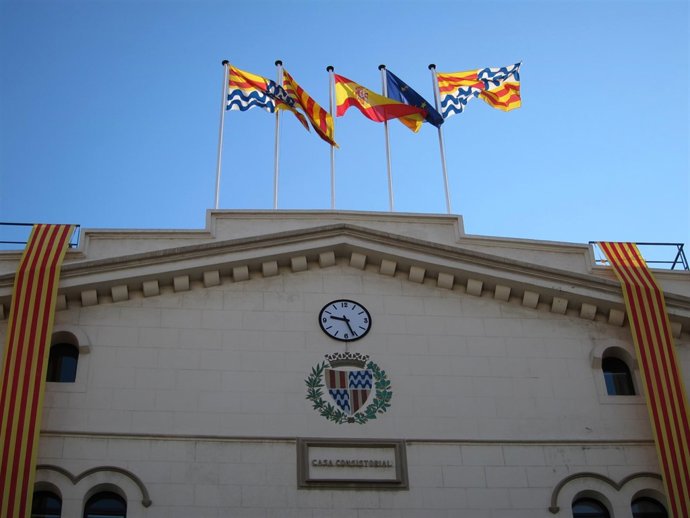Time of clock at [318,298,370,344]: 9:26
